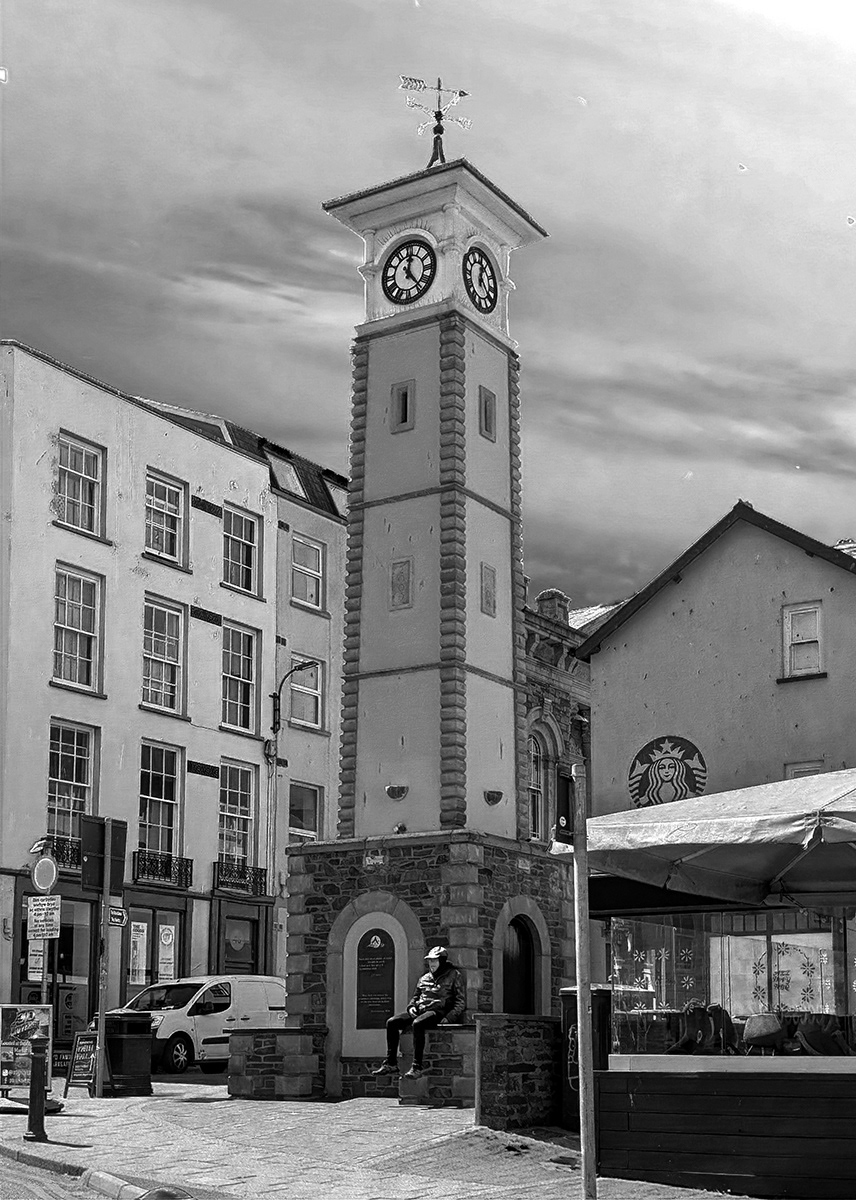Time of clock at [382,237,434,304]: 12:22
